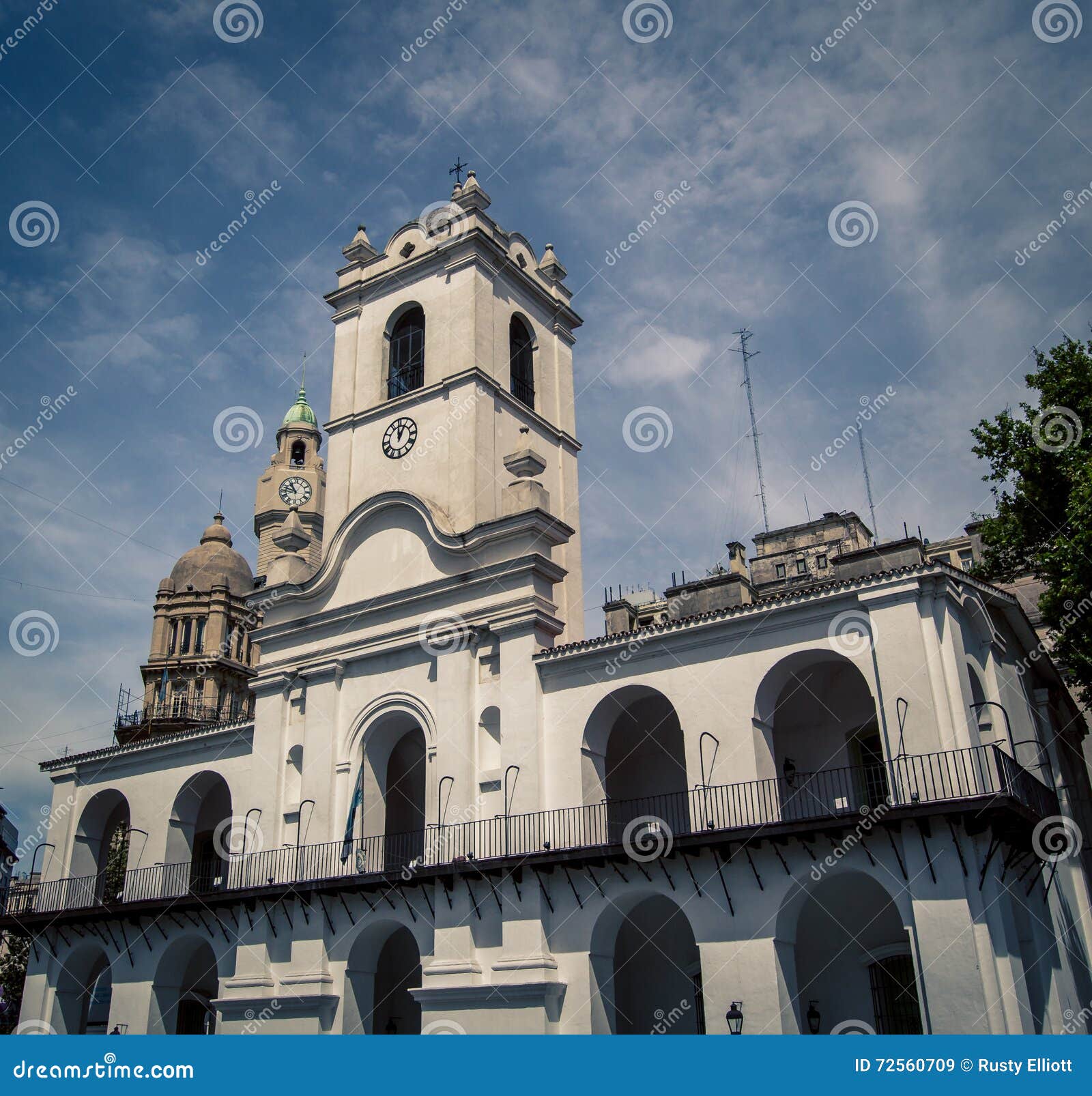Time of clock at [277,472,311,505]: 10:47
